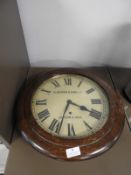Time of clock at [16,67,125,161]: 3:33
